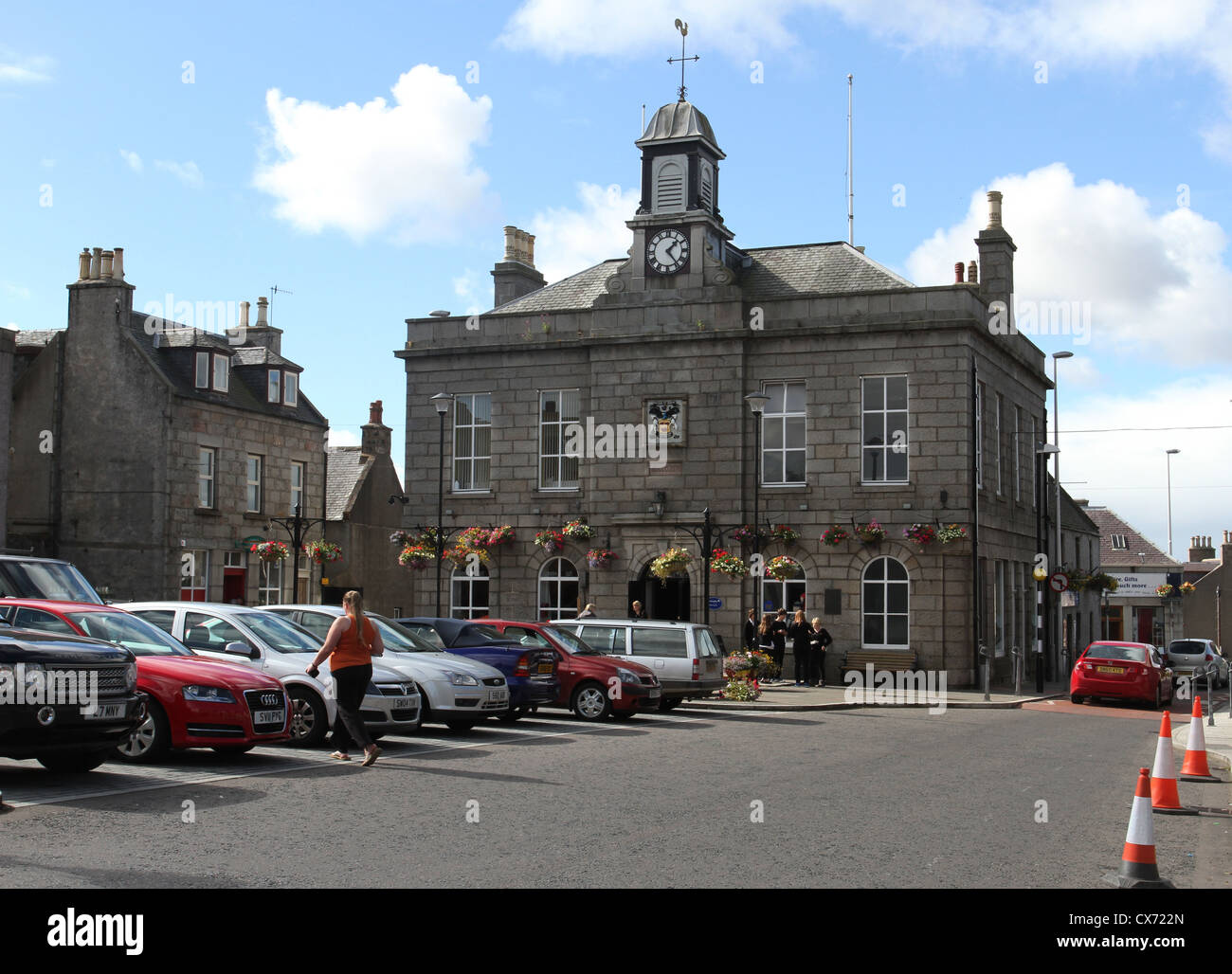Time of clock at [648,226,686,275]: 1:23
